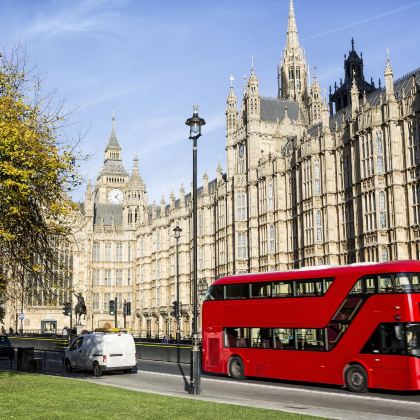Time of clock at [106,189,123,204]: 1:22
